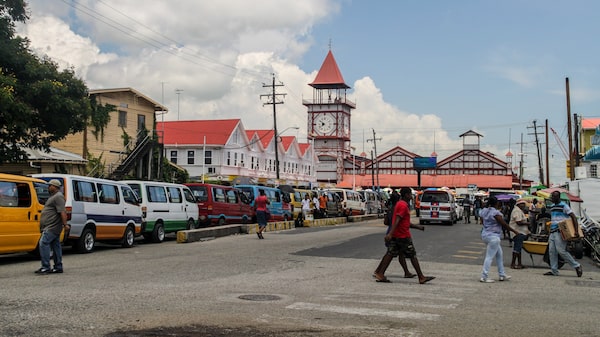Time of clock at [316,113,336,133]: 7:51
